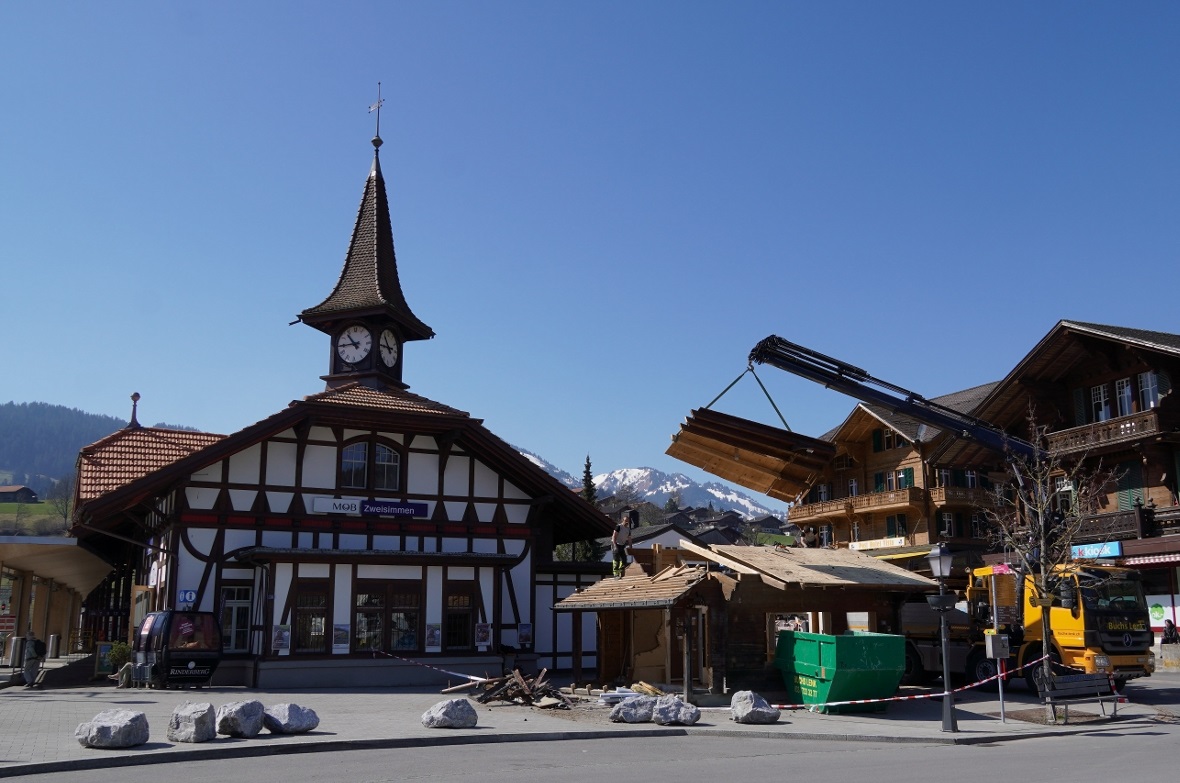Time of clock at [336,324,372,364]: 10:44
